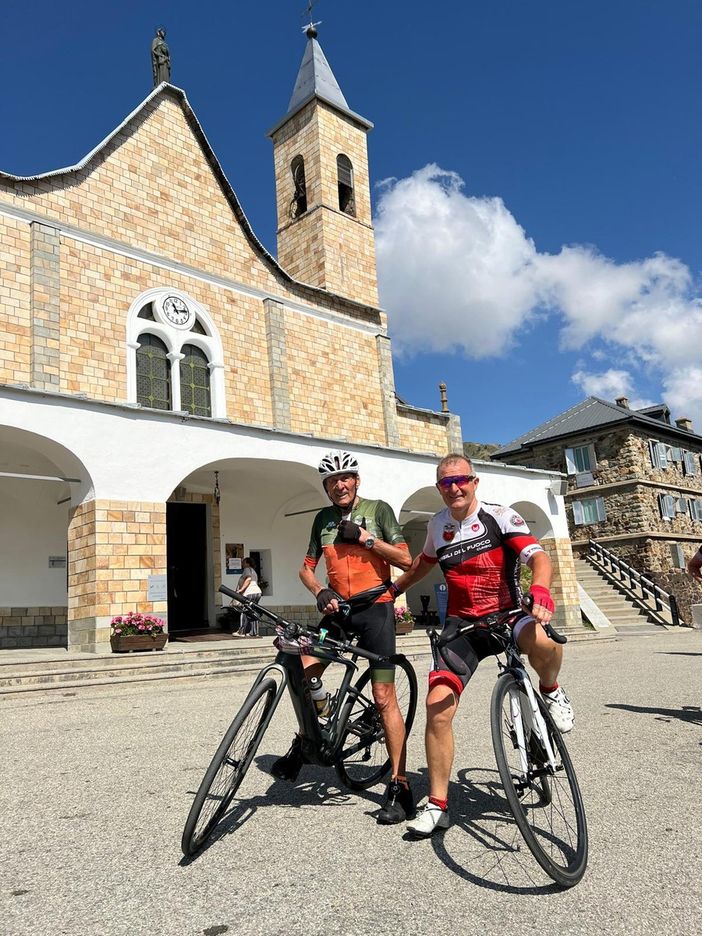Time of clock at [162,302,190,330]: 11:13
